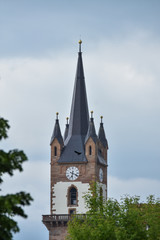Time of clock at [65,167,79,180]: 6:18
